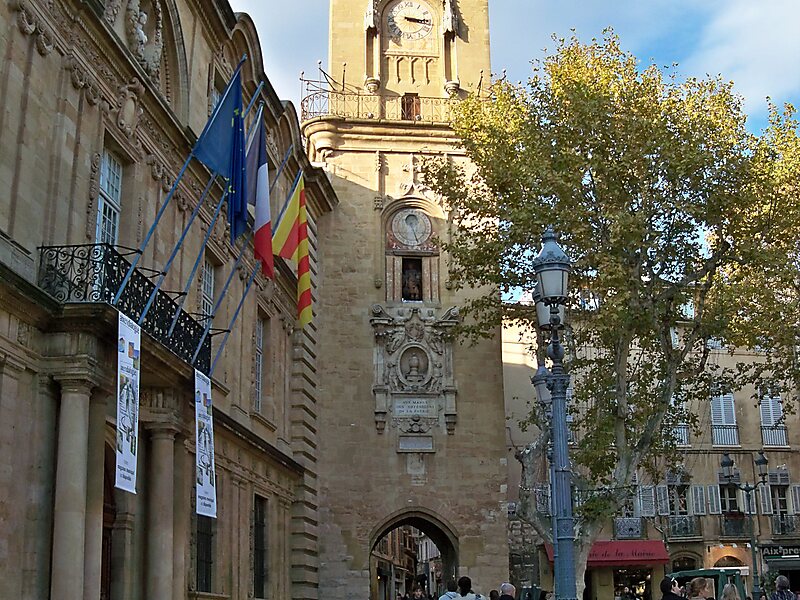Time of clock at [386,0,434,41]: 3:15
